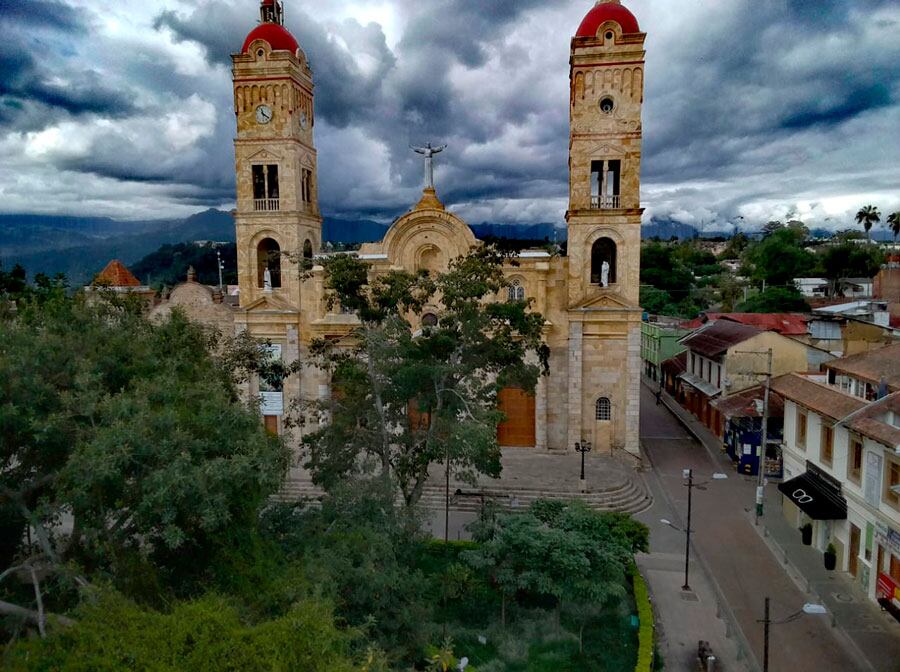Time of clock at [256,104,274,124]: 11:21
